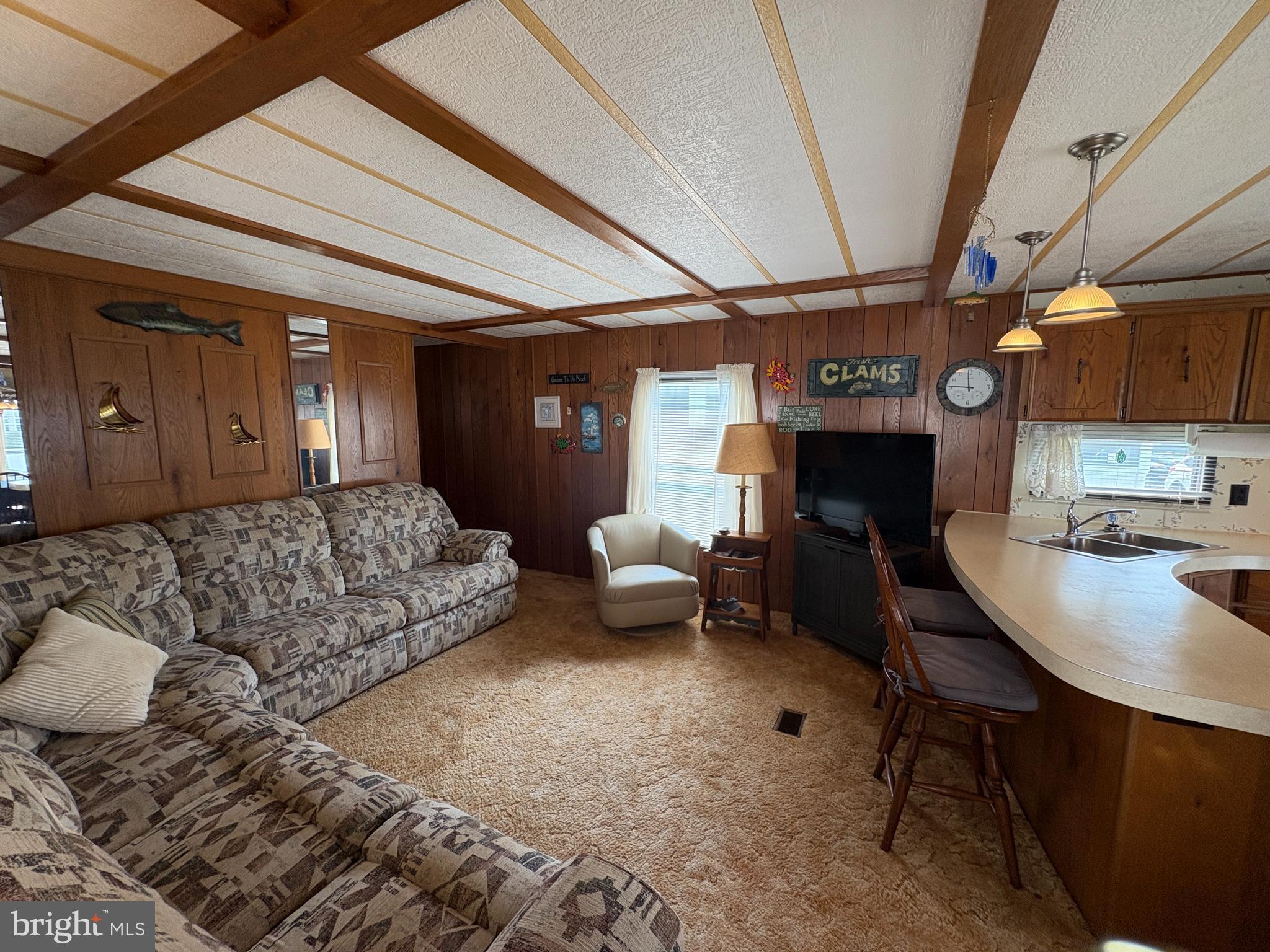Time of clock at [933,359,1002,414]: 11:46
